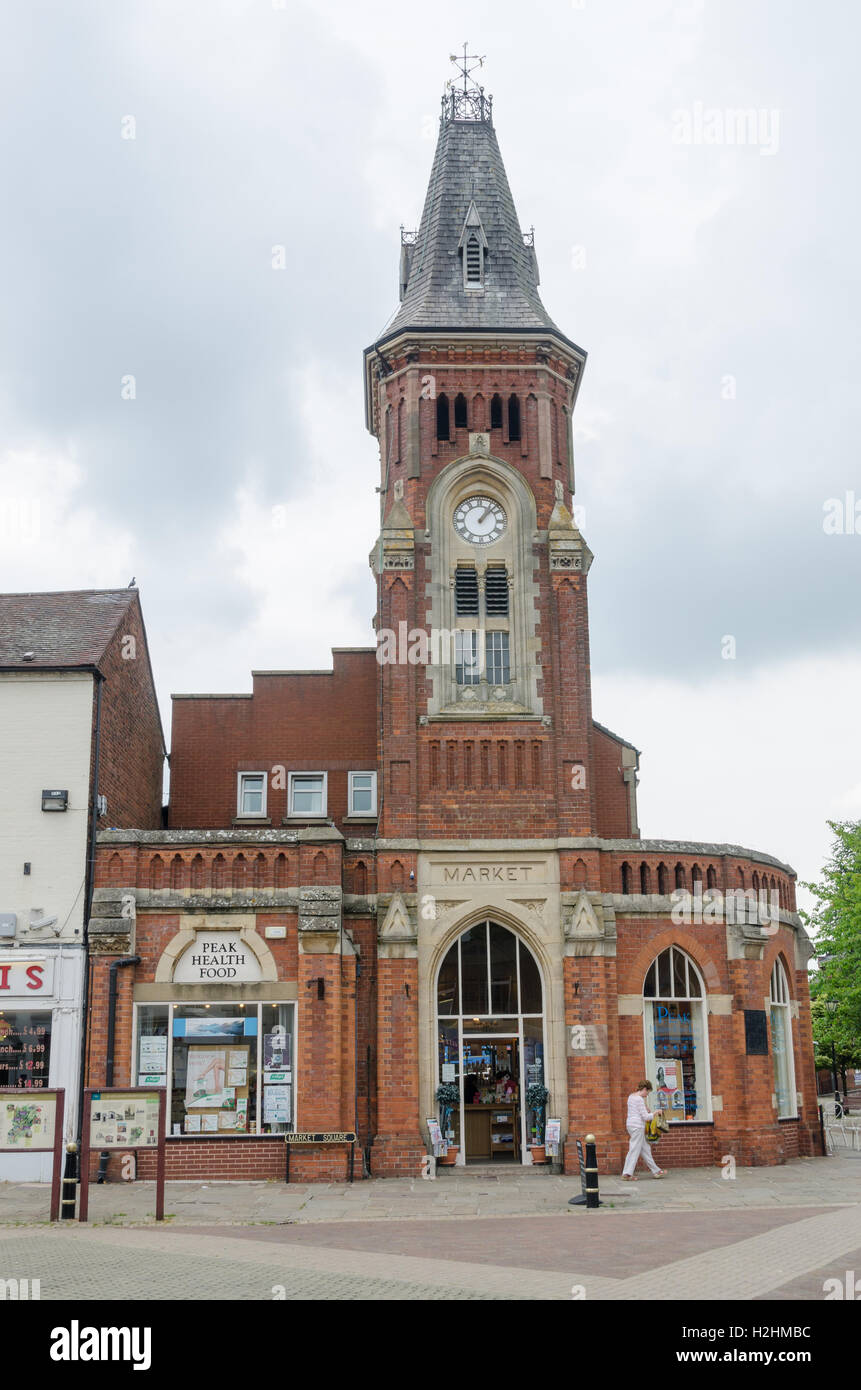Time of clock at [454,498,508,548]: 1:07
